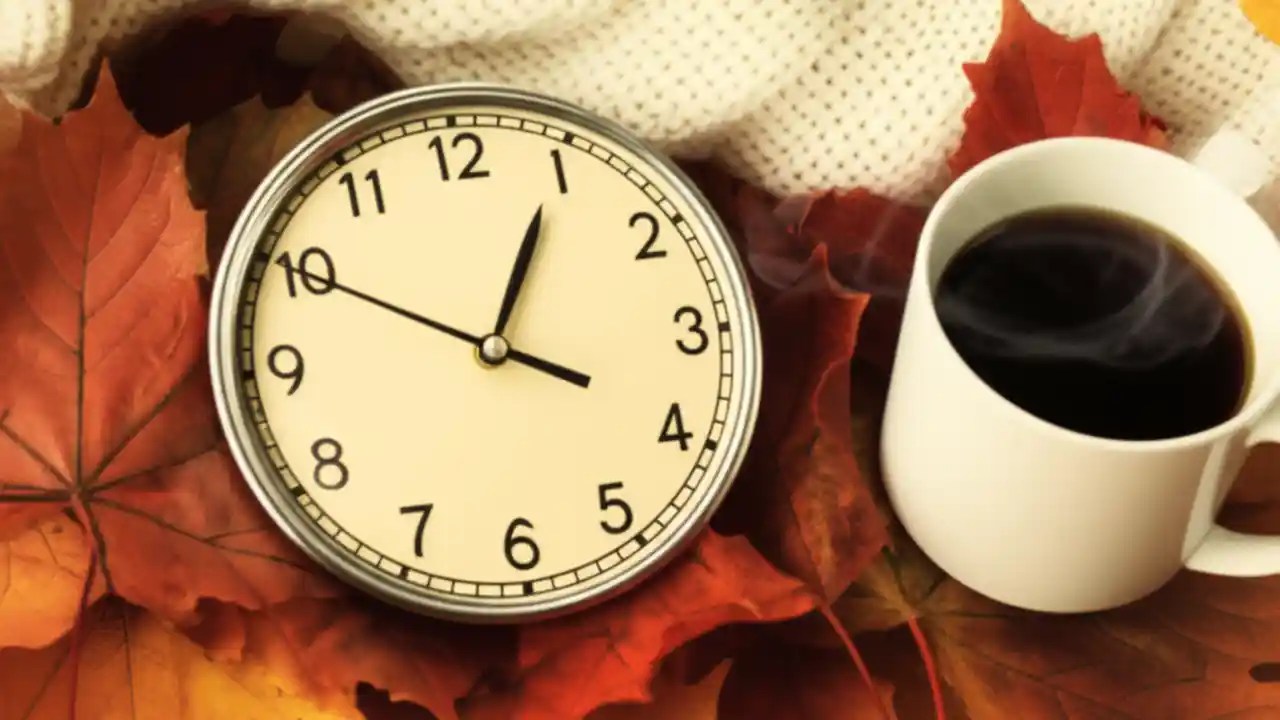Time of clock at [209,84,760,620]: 12:49
